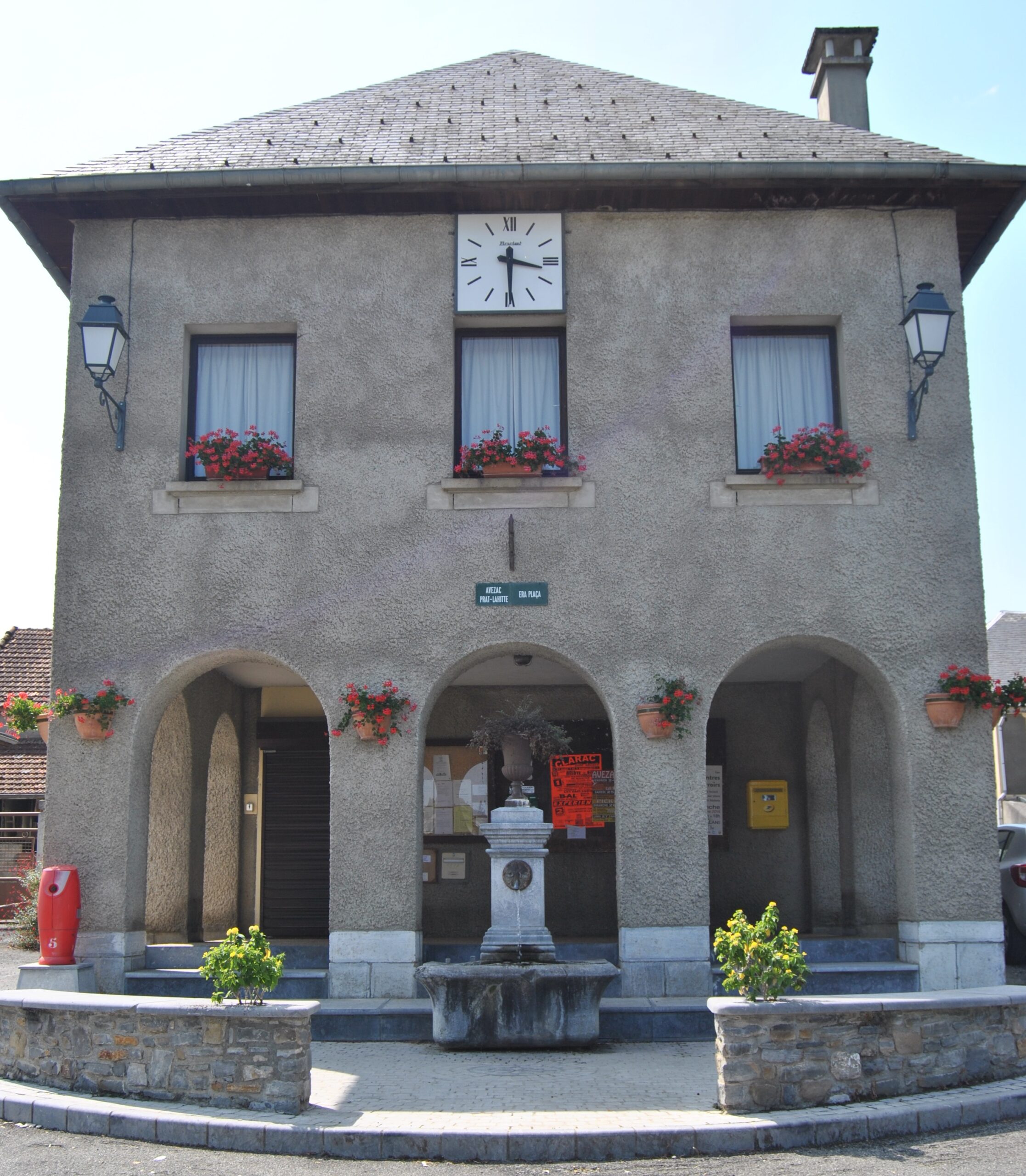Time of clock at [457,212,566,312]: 3:29
